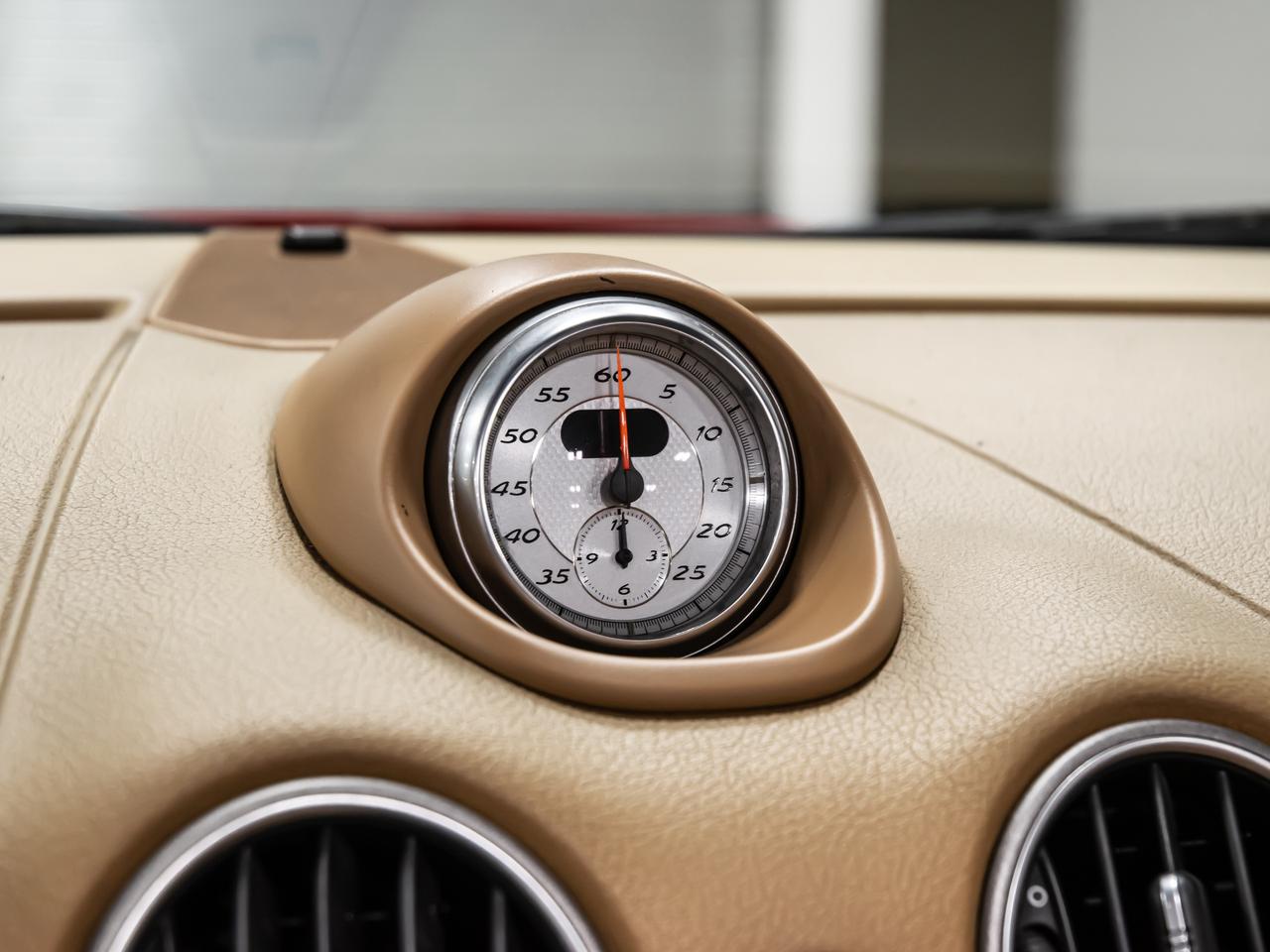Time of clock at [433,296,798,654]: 6:00
